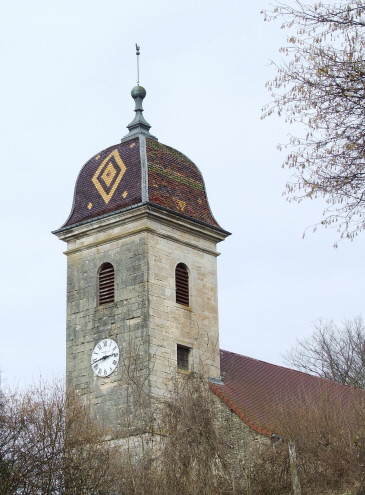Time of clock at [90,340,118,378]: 2:43
